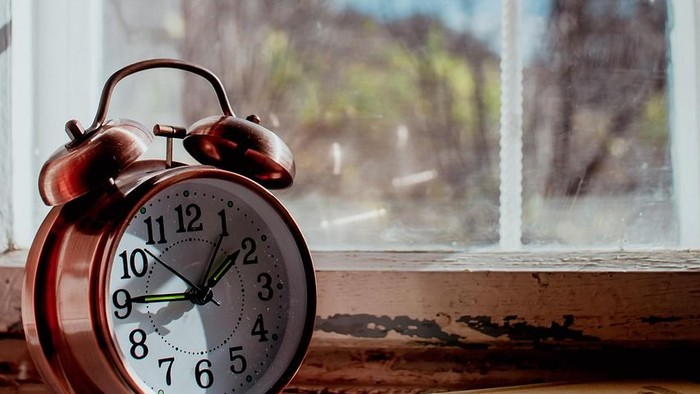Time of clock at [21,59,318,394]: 1:09
